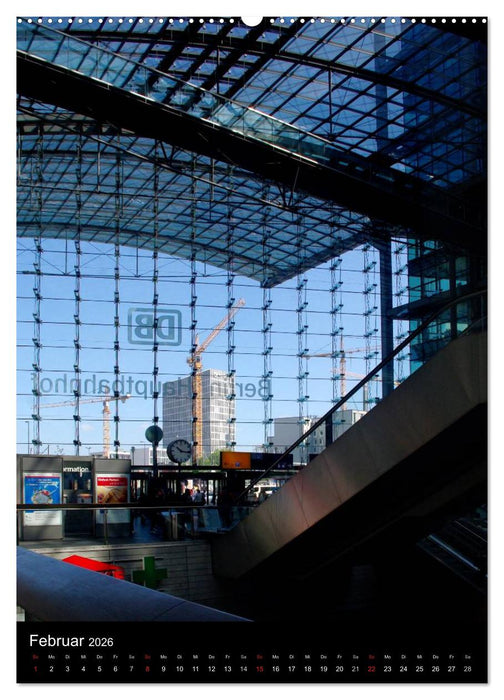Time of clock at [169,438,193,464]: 10:16
